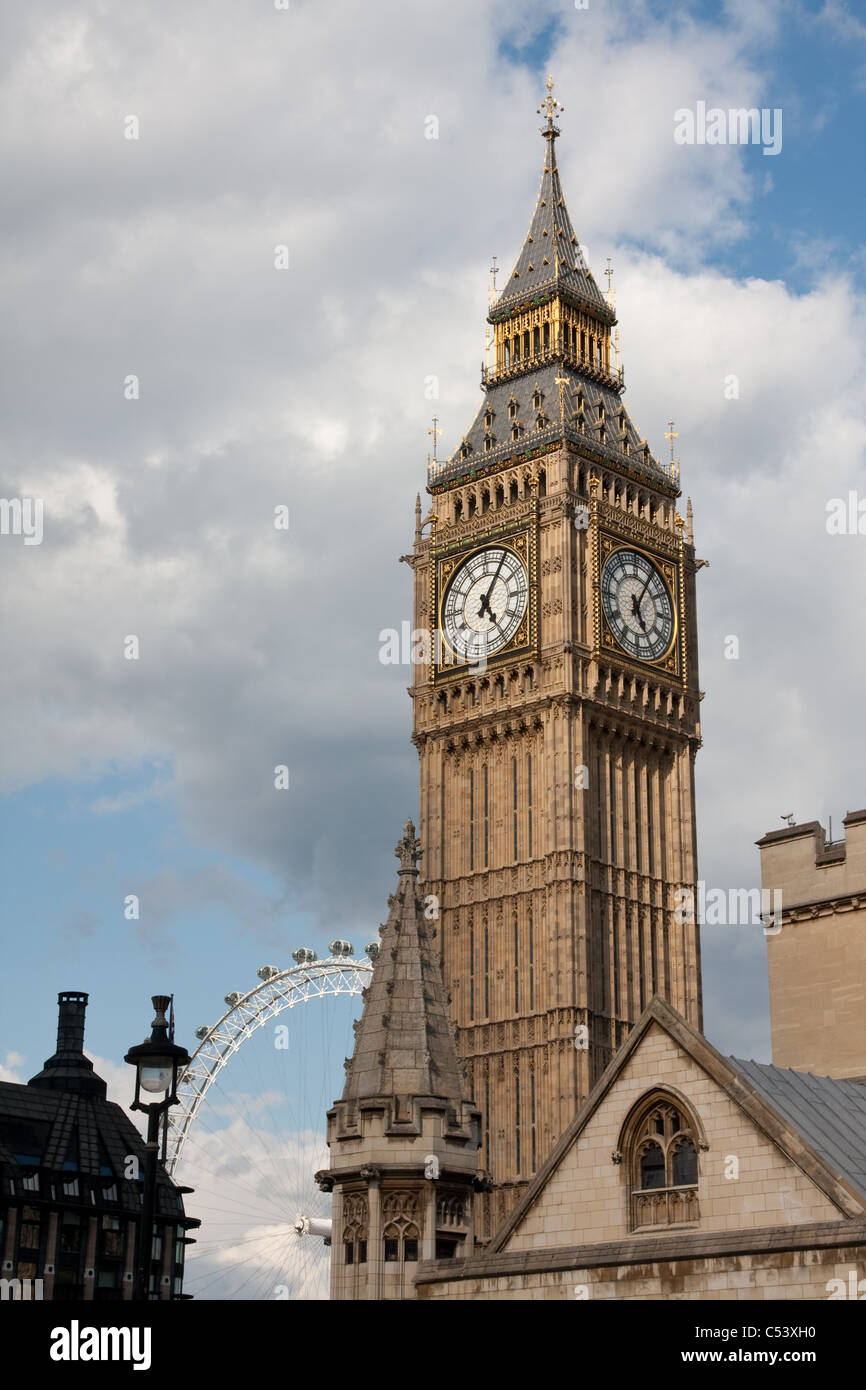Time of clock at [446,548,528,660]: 5:05
